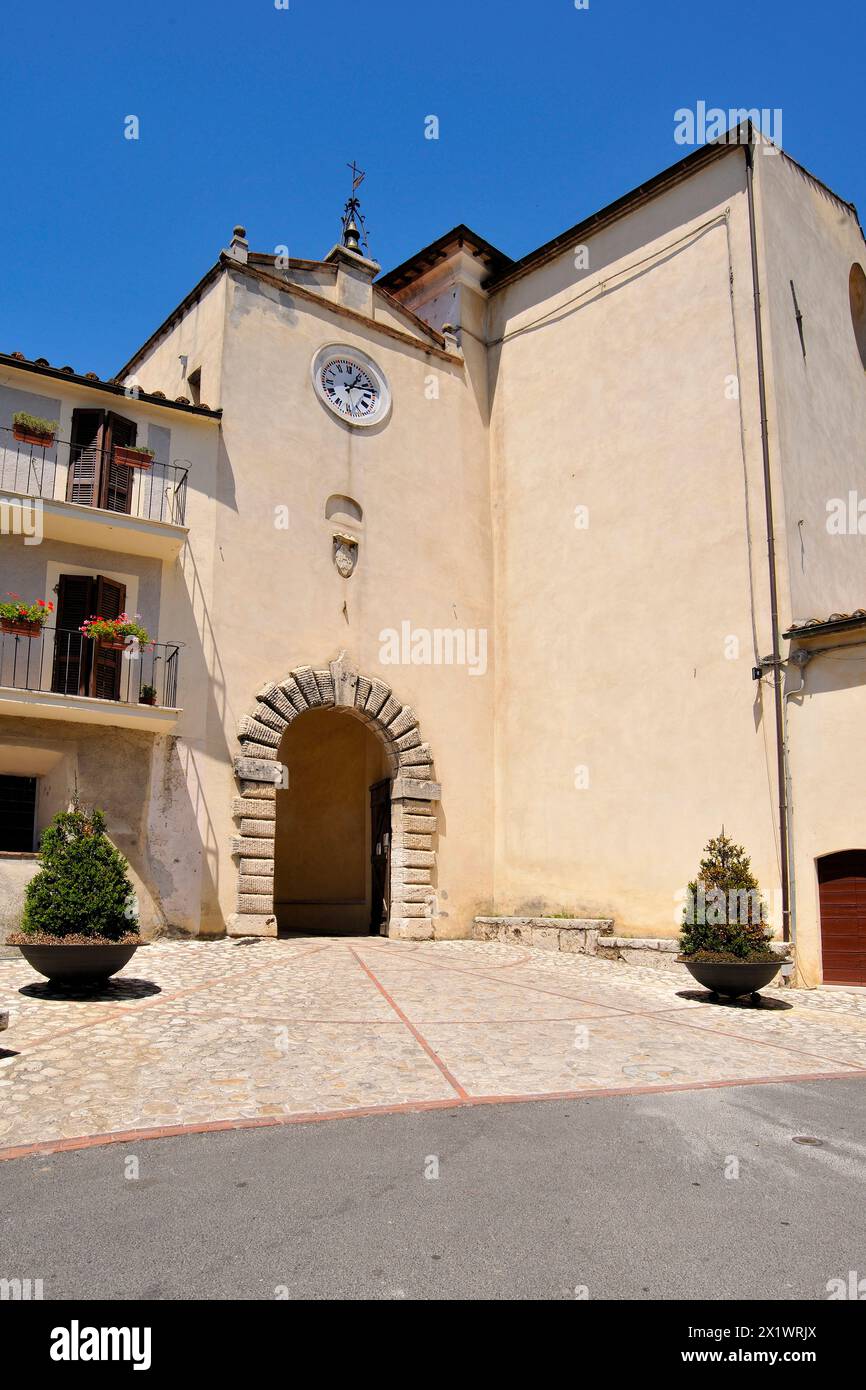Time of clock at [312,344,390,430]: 1:12
